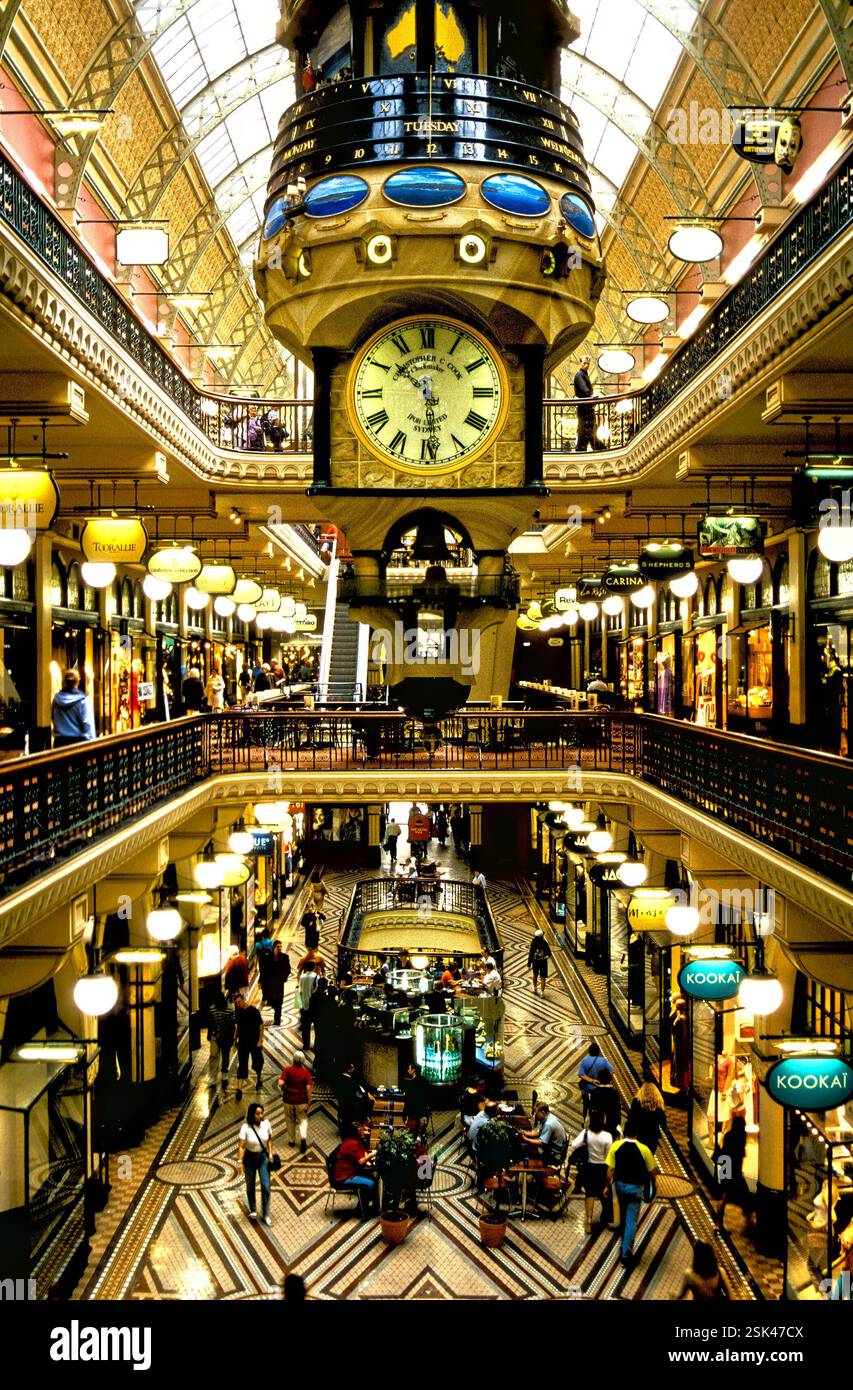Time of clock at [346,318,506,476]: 10:28
